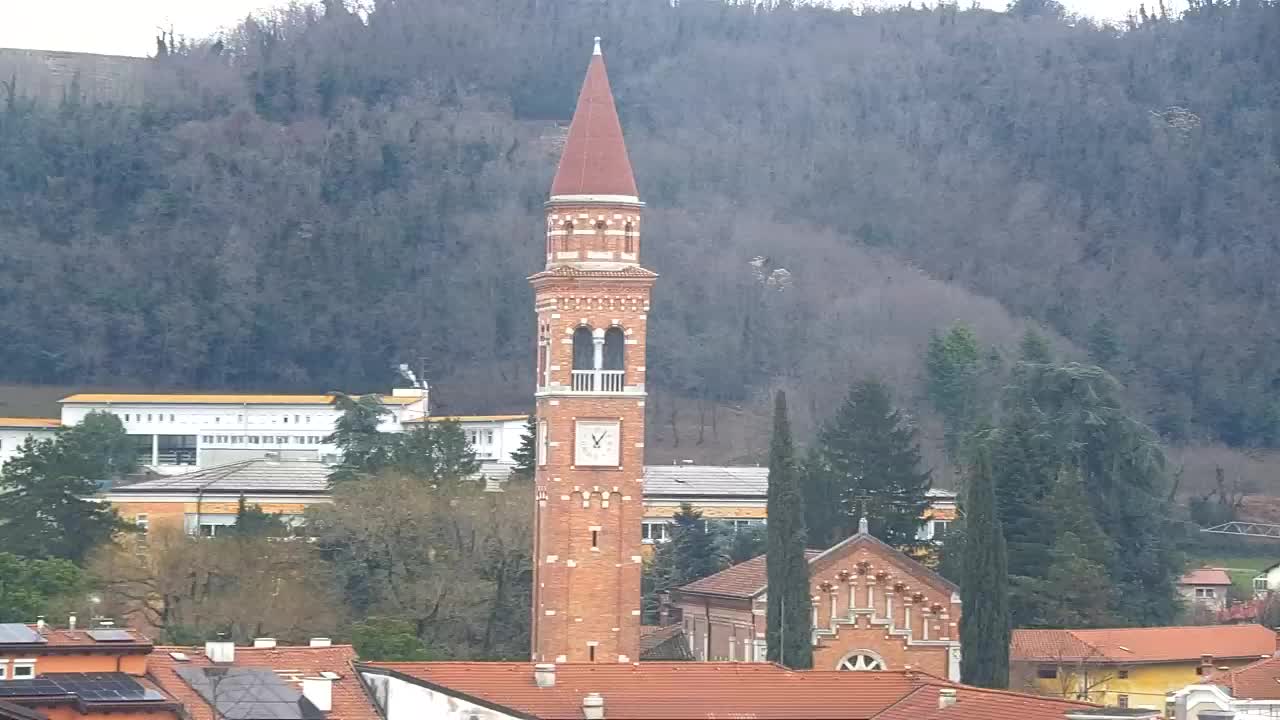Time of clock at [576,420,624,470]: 11:06
